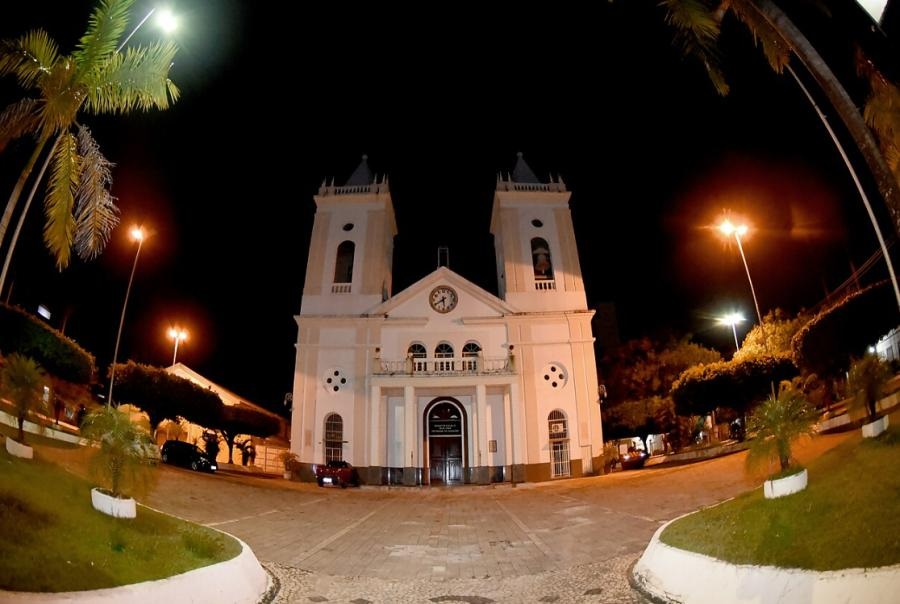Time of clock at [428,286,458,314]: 5:40
